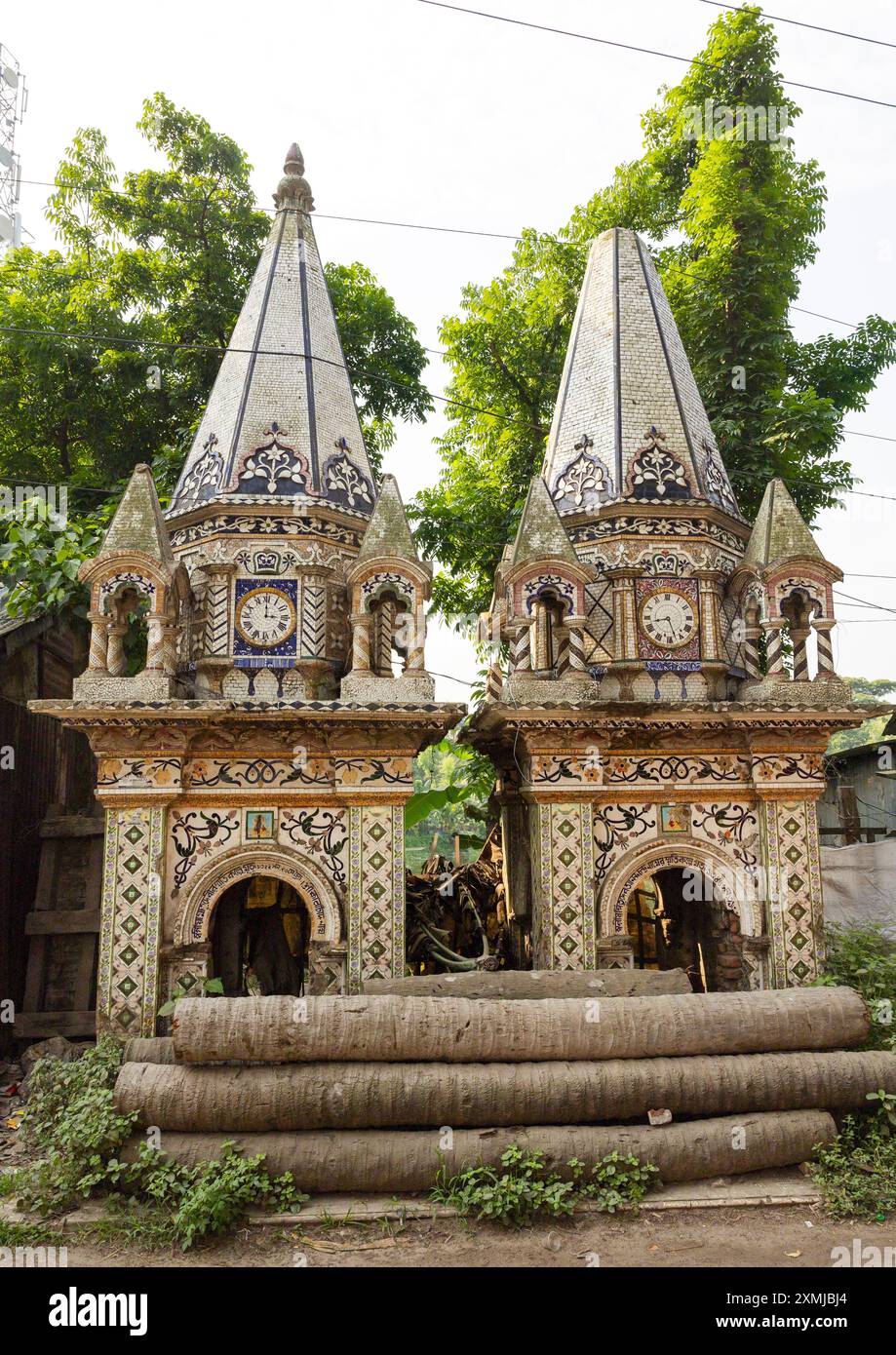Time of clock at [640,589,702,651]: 8:27
